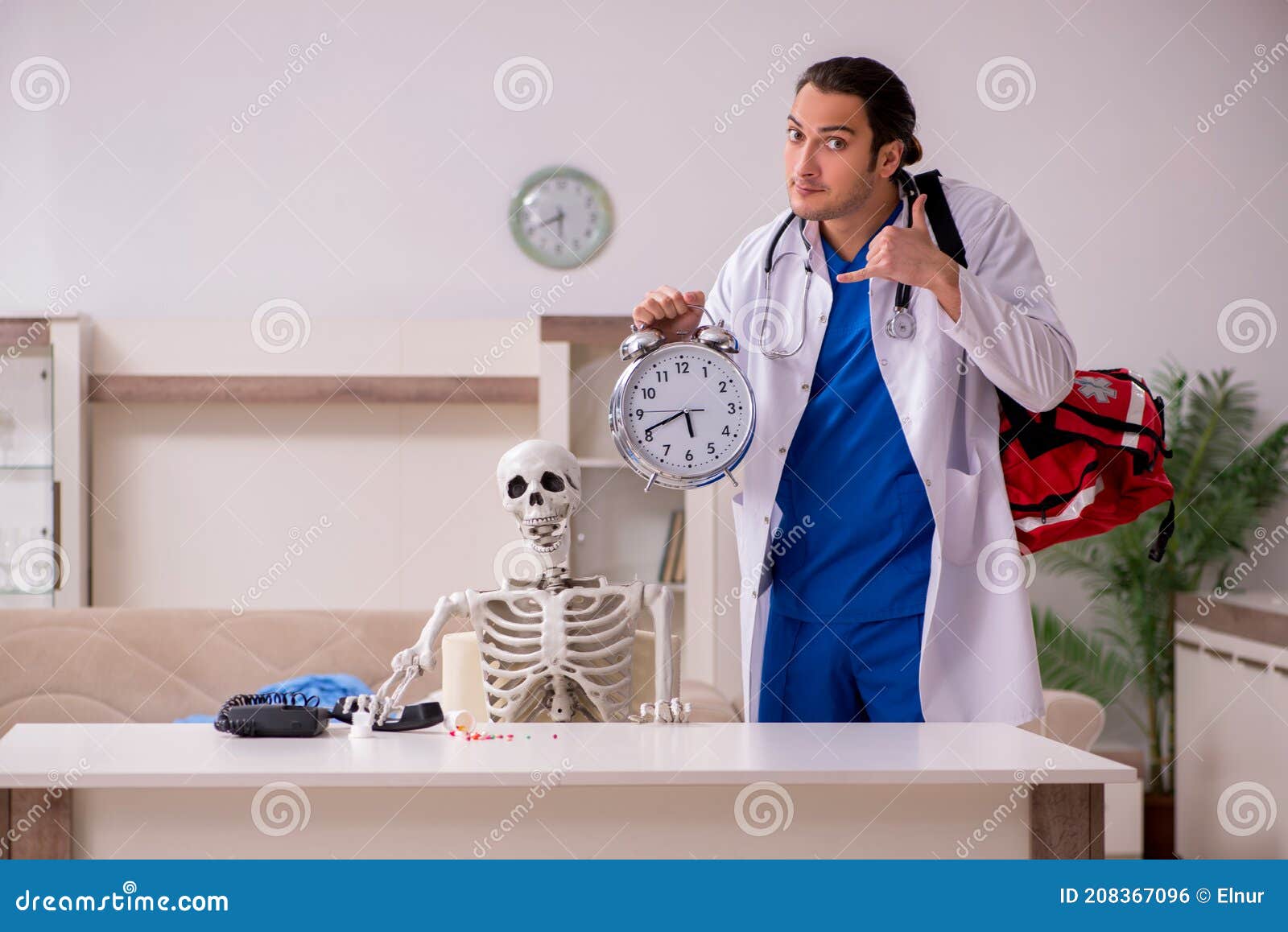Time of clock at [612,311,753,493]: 5:41
